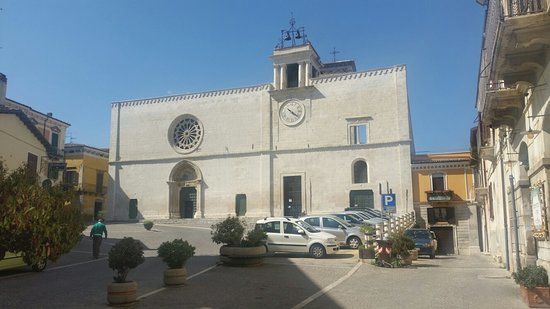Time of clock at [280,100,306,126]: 4:21
